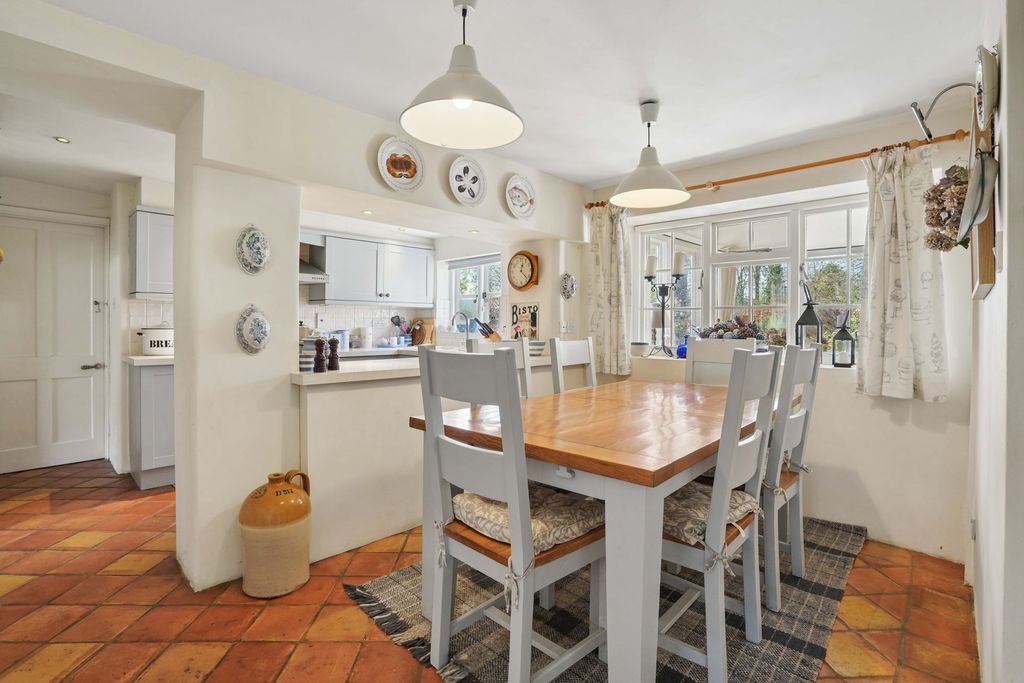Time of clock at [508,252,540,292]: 12:22
